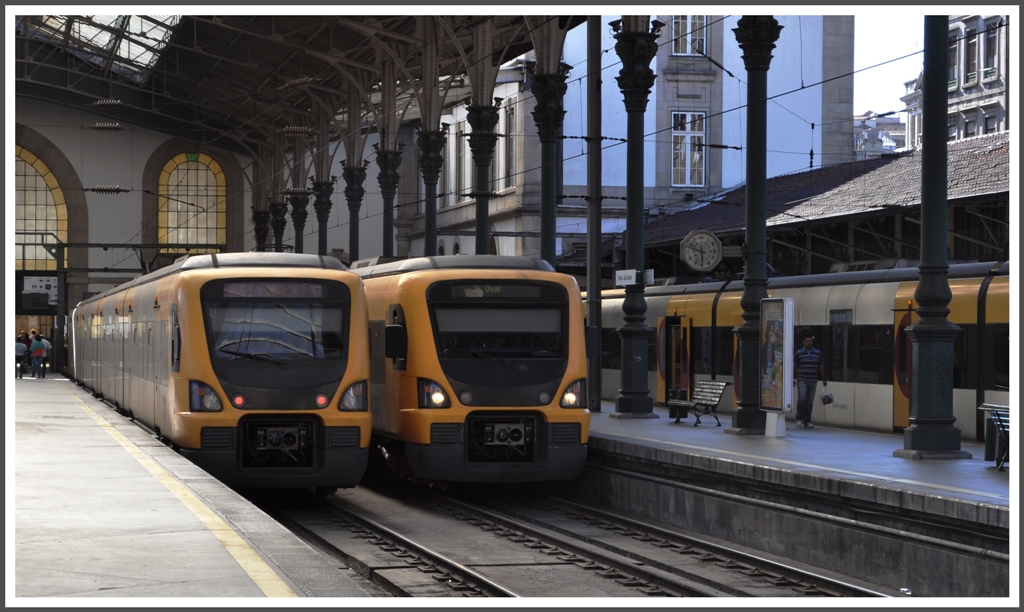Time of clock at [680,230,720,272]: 5:48
